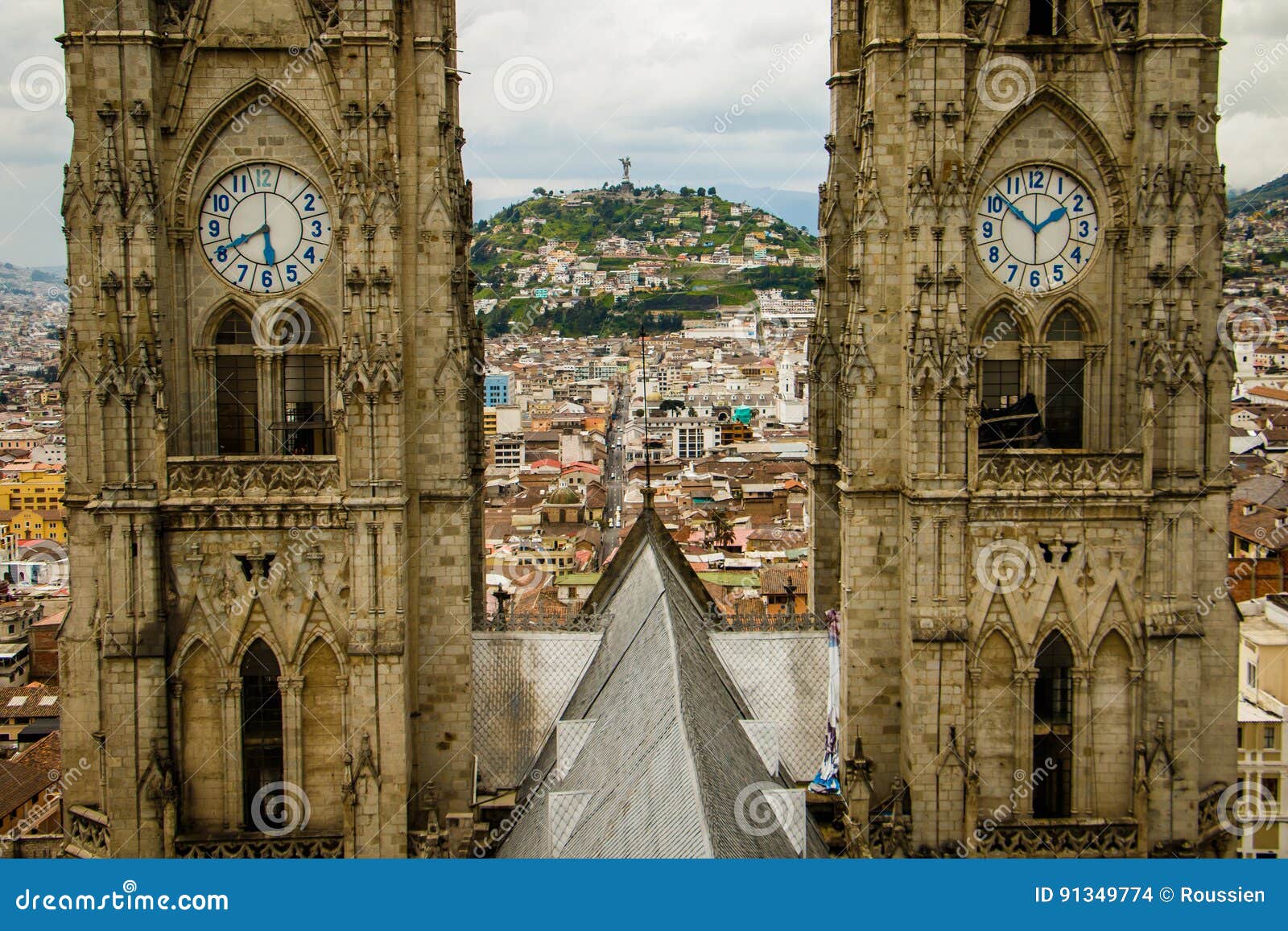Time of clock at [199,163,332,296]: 5:40
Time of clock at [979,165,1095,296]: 1:51
